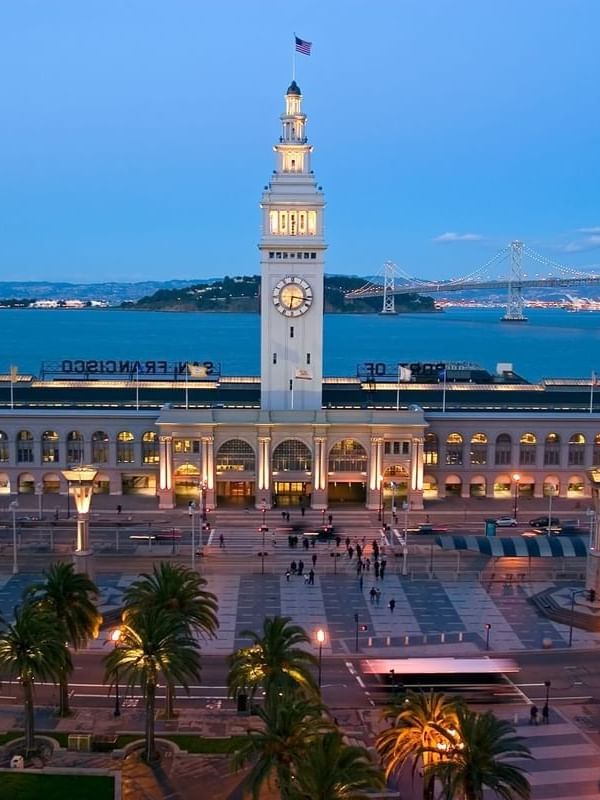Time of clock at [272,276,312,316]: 6:16
